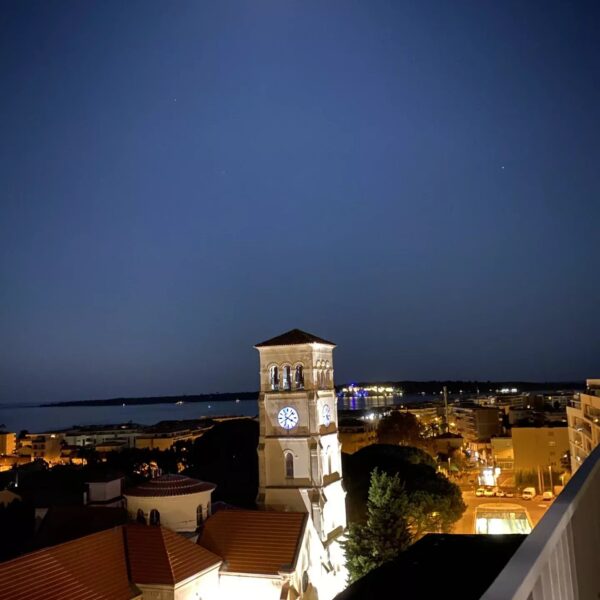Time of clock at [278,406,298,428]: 4:07
